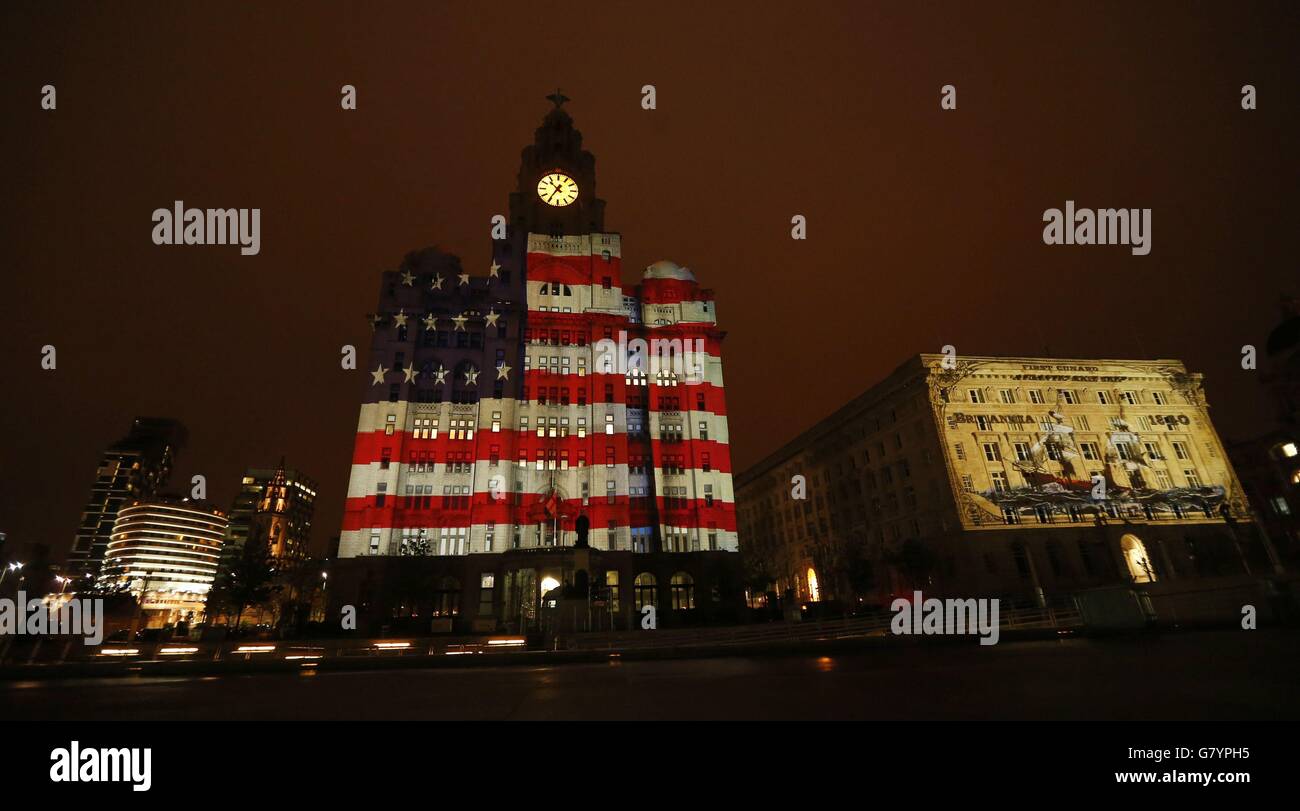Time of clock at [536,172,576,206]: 10:35
